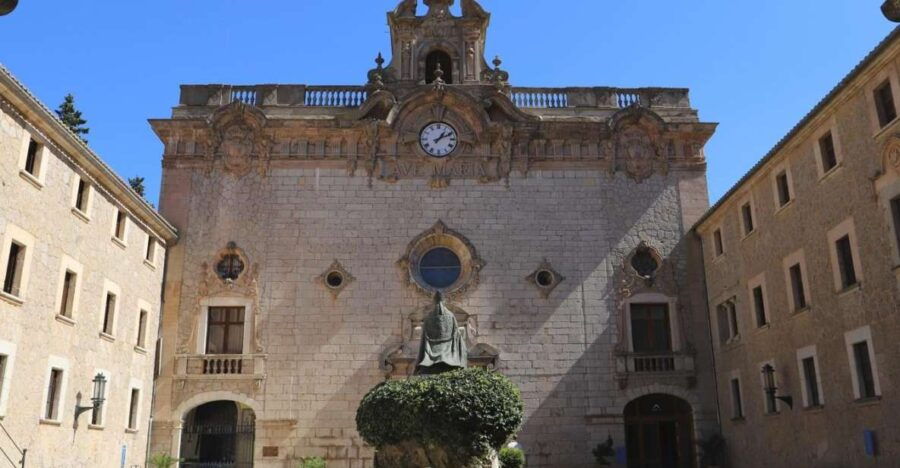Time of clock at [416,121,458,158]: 1:10
